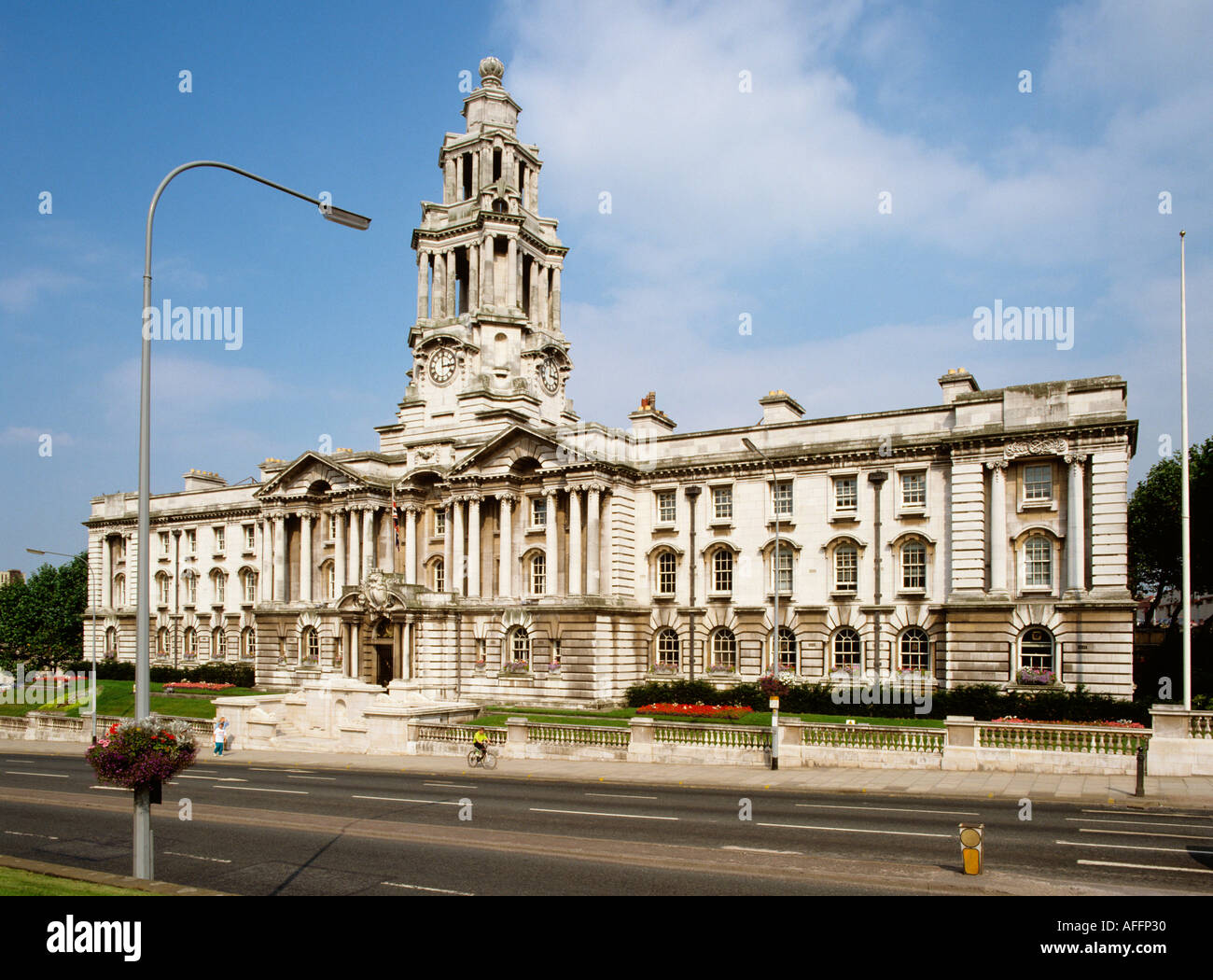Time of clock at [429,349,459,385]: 2:59
